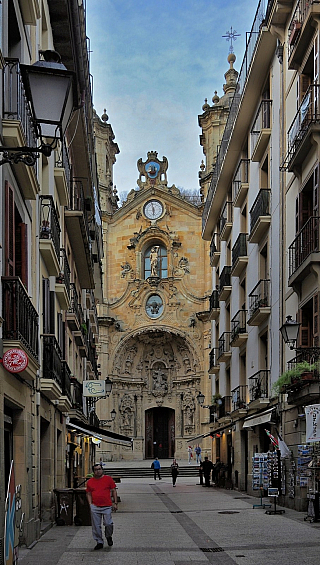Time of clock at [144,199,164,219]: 5:57
